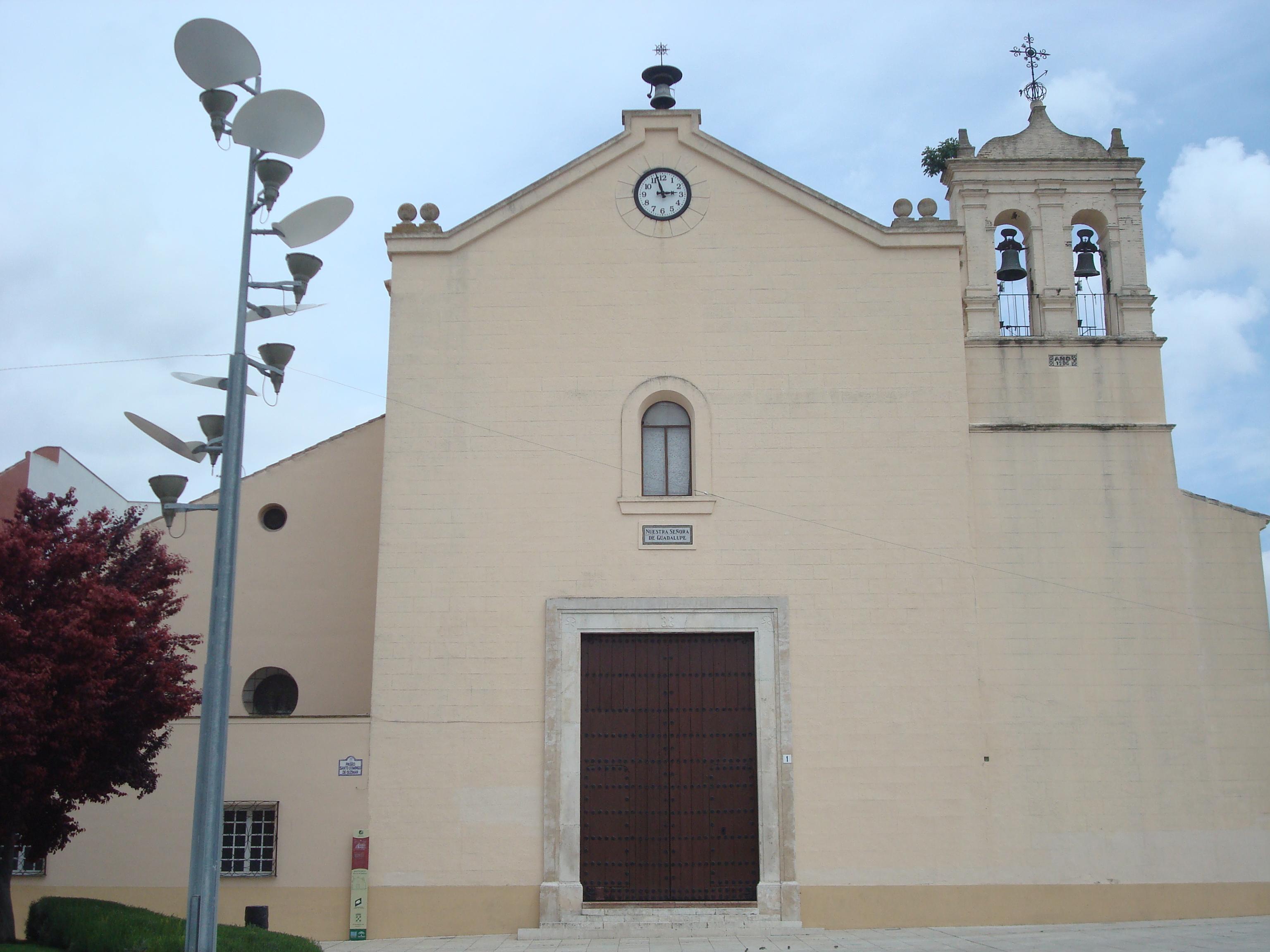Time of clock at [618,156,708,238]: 2:57
